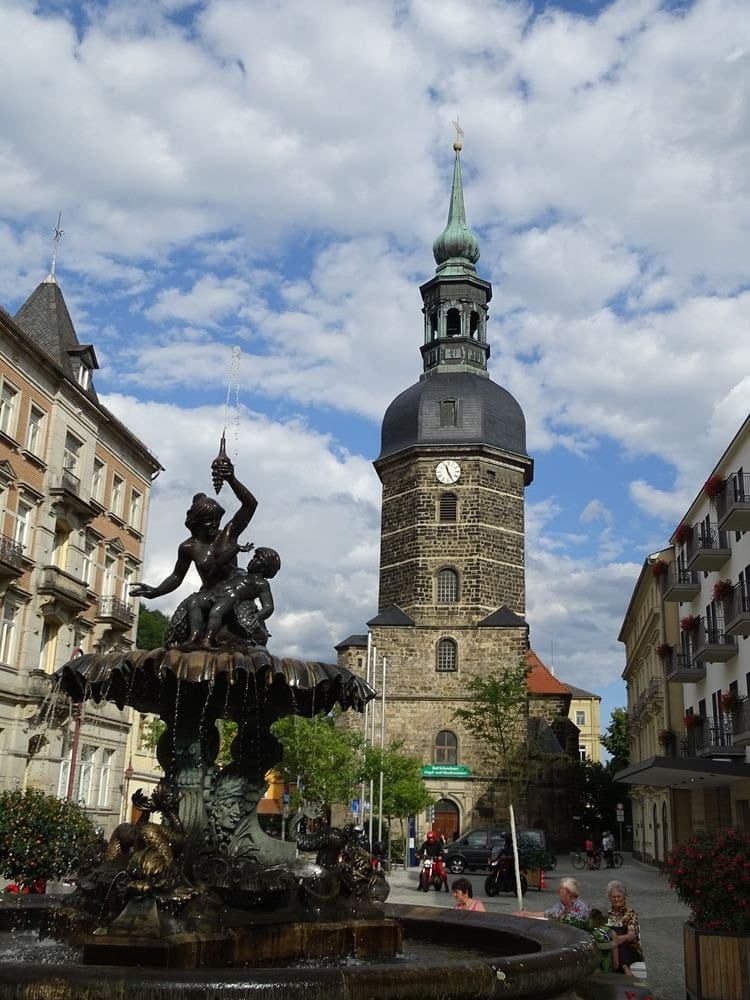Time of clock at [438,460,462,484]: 11:25
